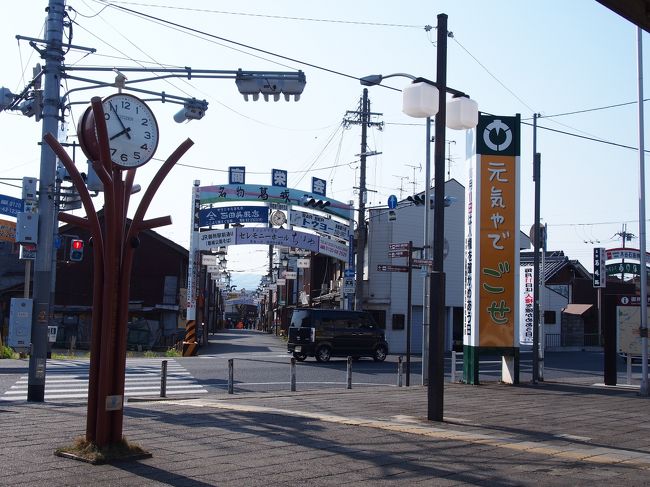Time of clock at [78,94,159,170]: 7:54
